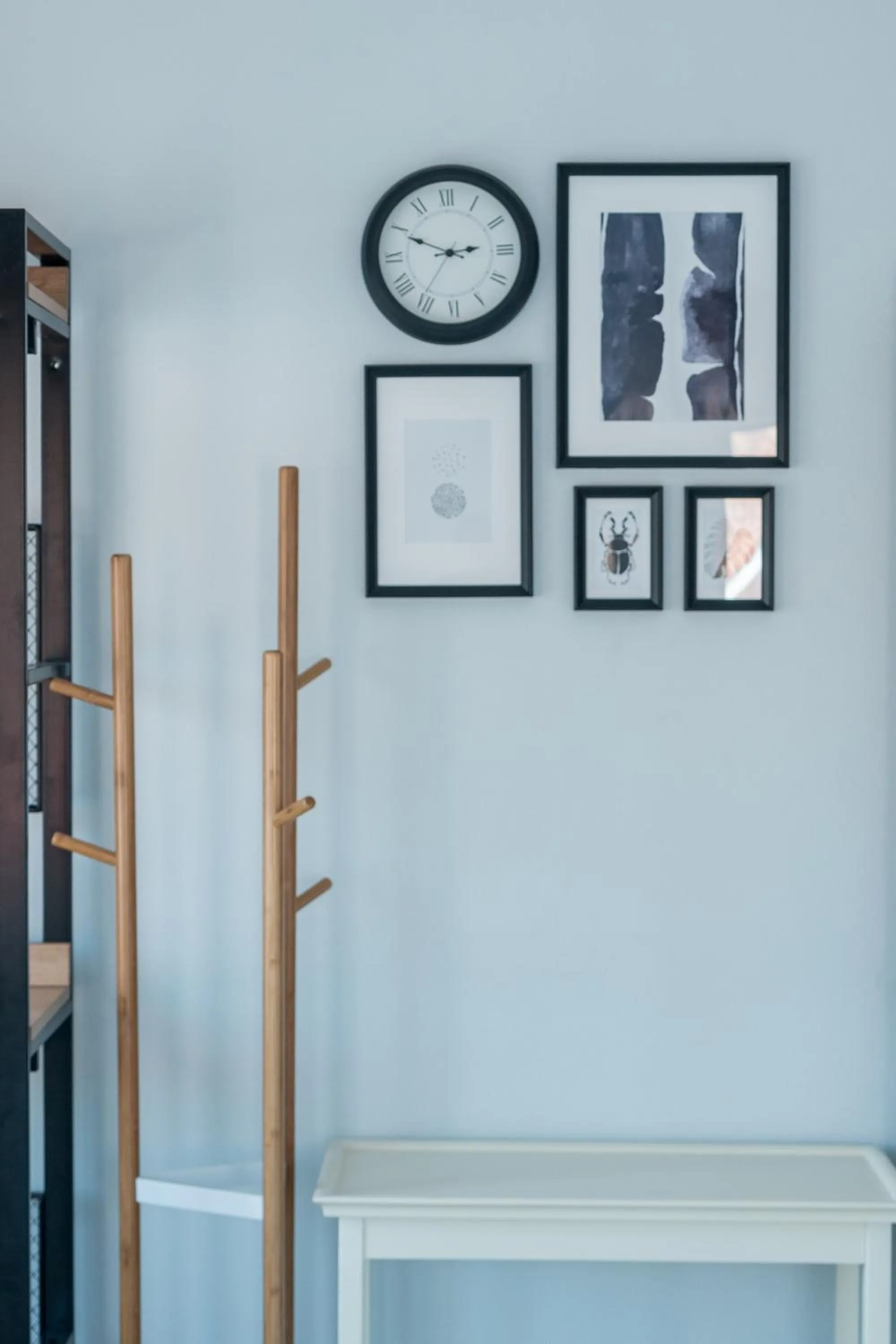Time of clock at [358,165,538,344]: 2:49
